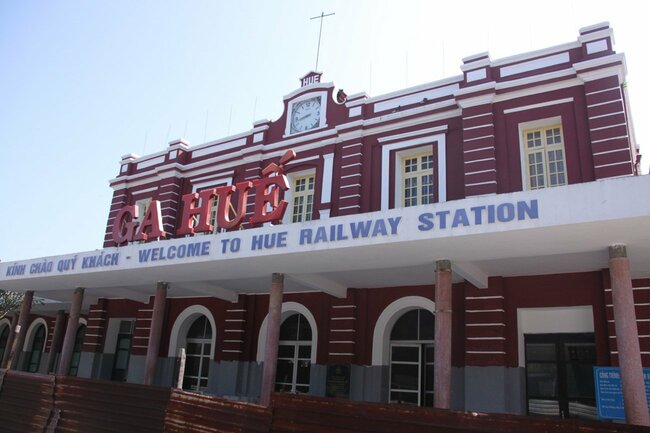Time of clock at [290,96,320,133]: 8:42
